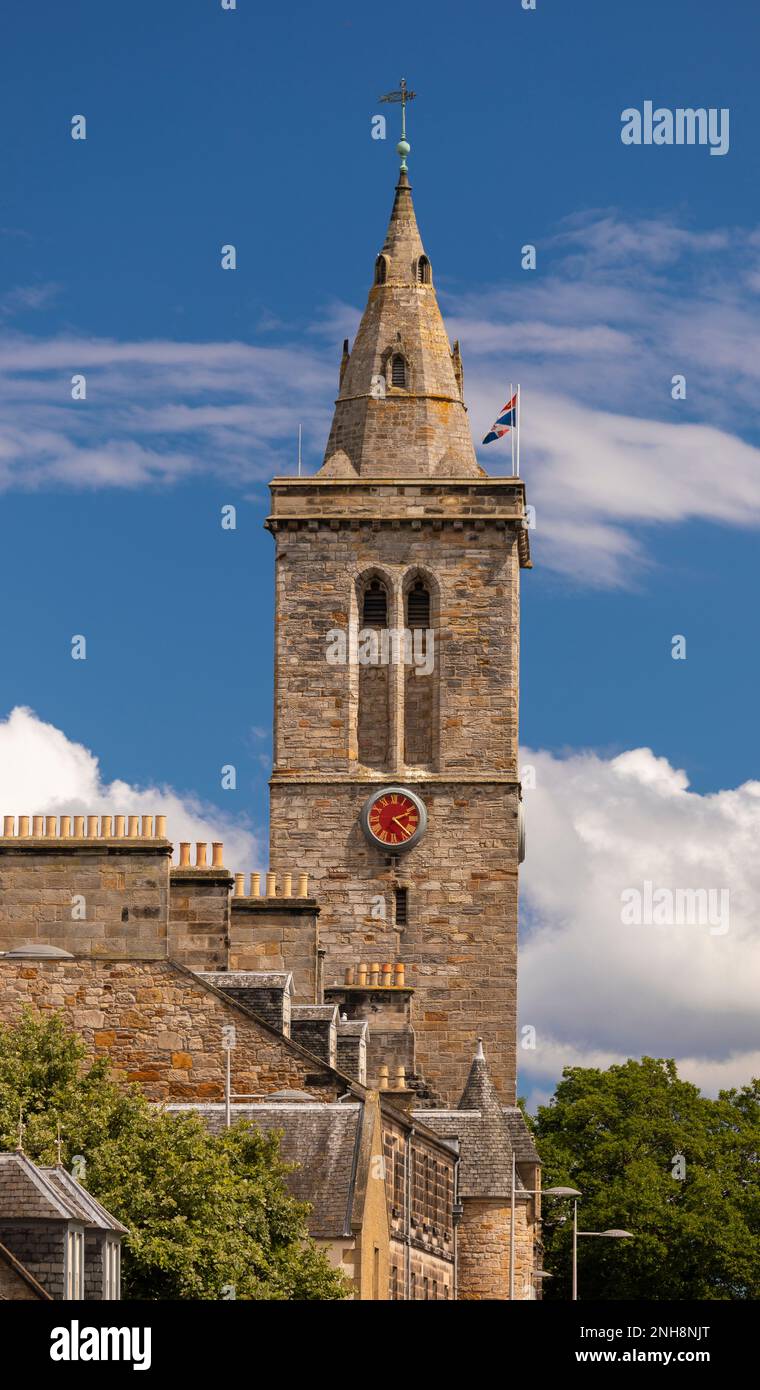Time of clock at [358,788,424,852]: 2:22
